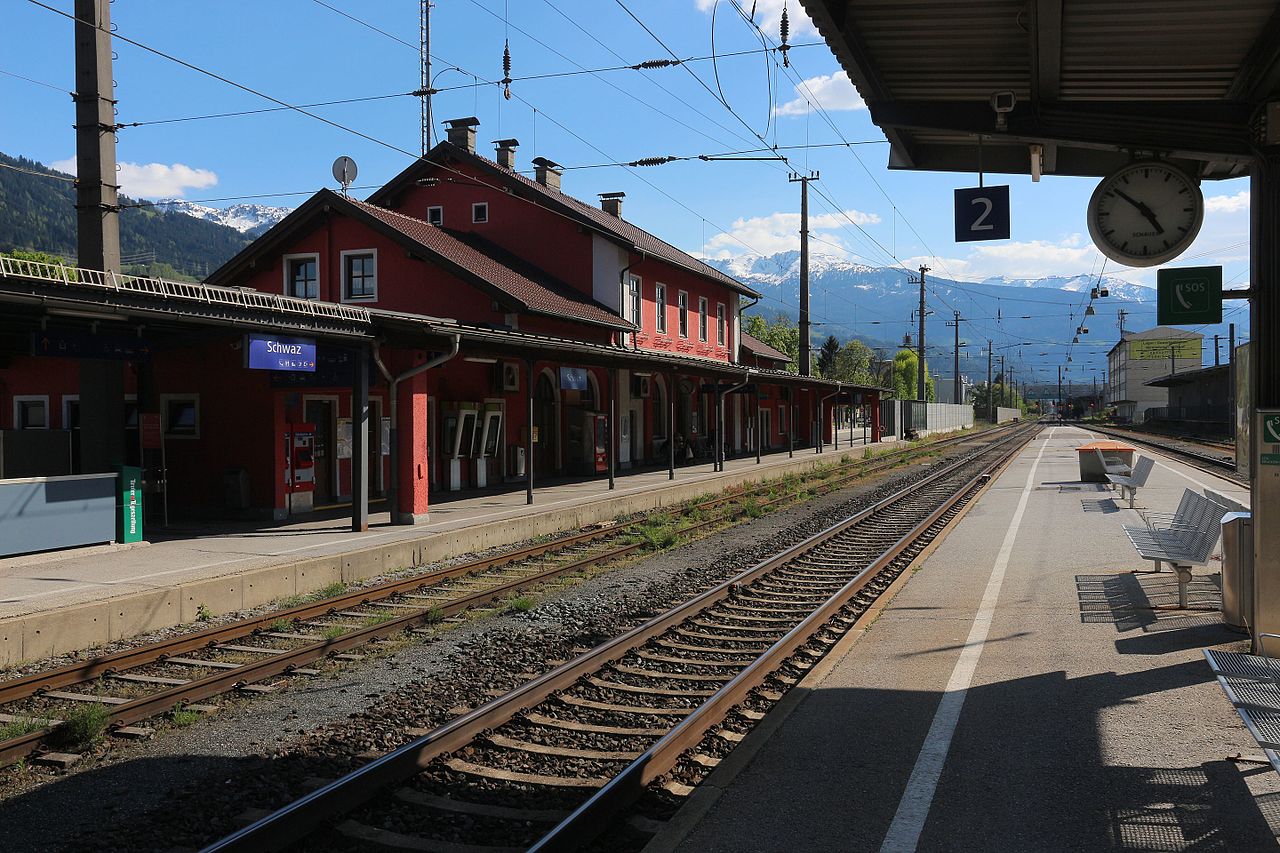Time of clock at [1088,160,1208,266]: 4:51
